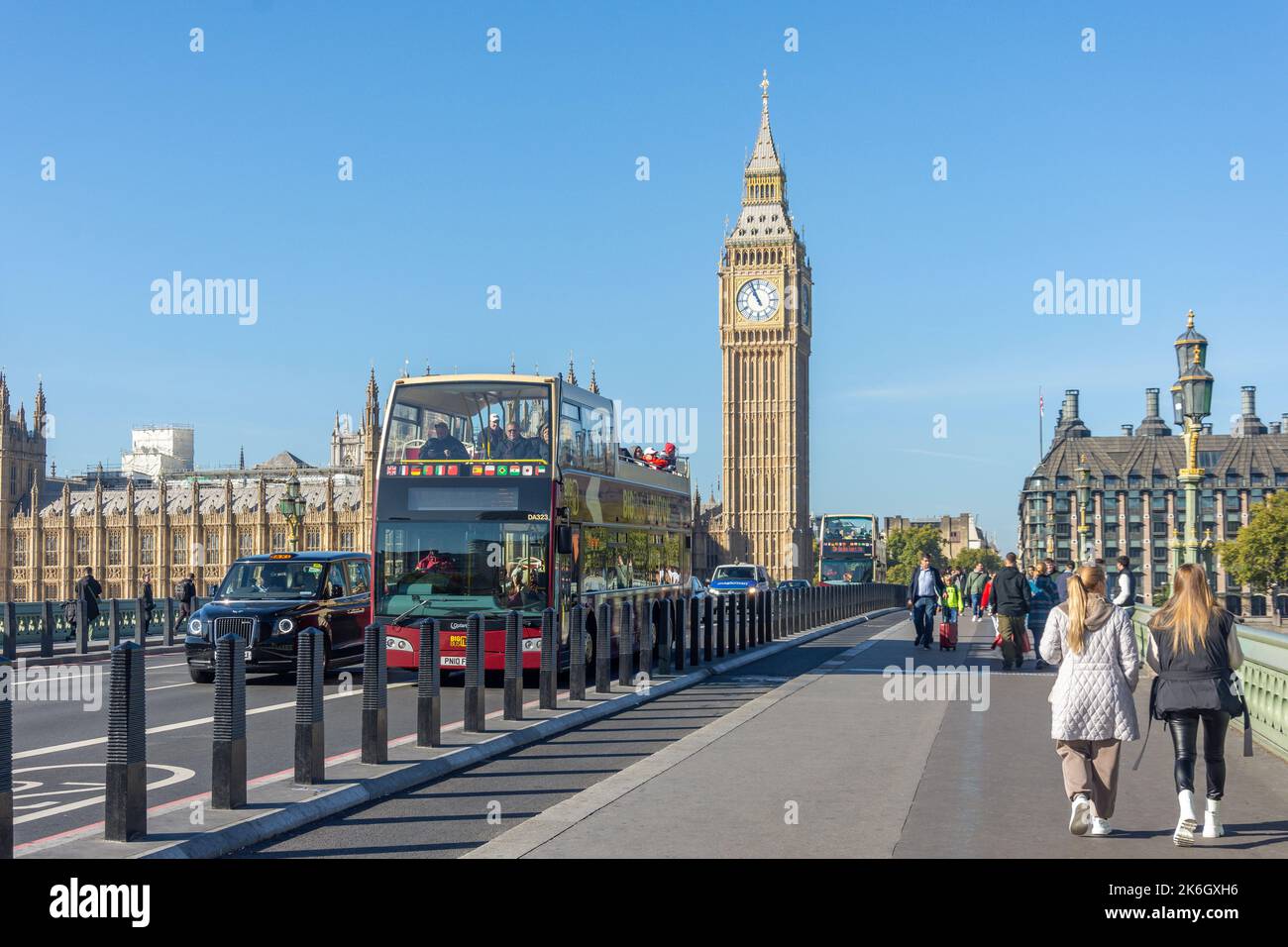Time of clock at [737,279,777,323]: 10:56
